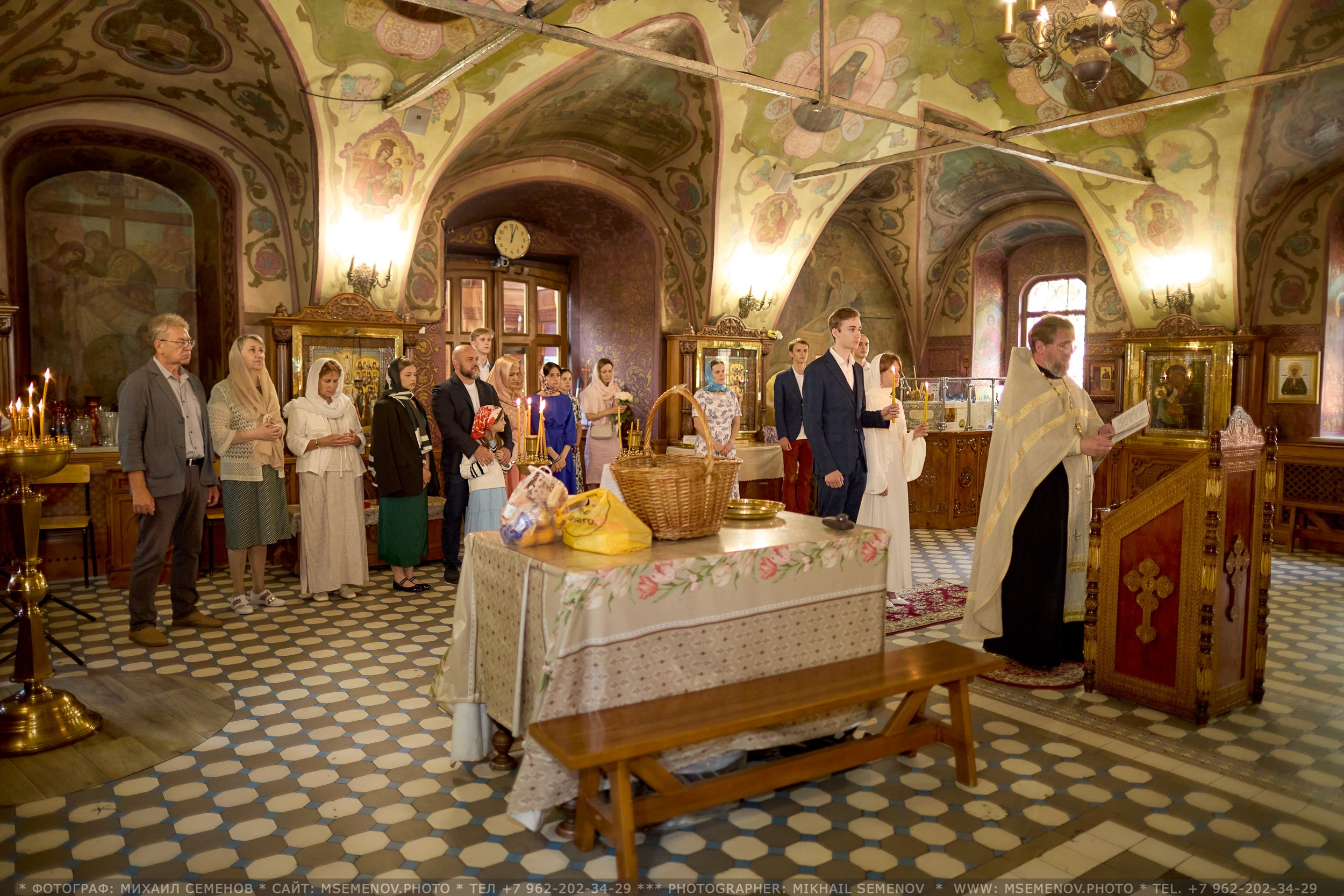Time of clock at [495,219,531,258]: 12:03
